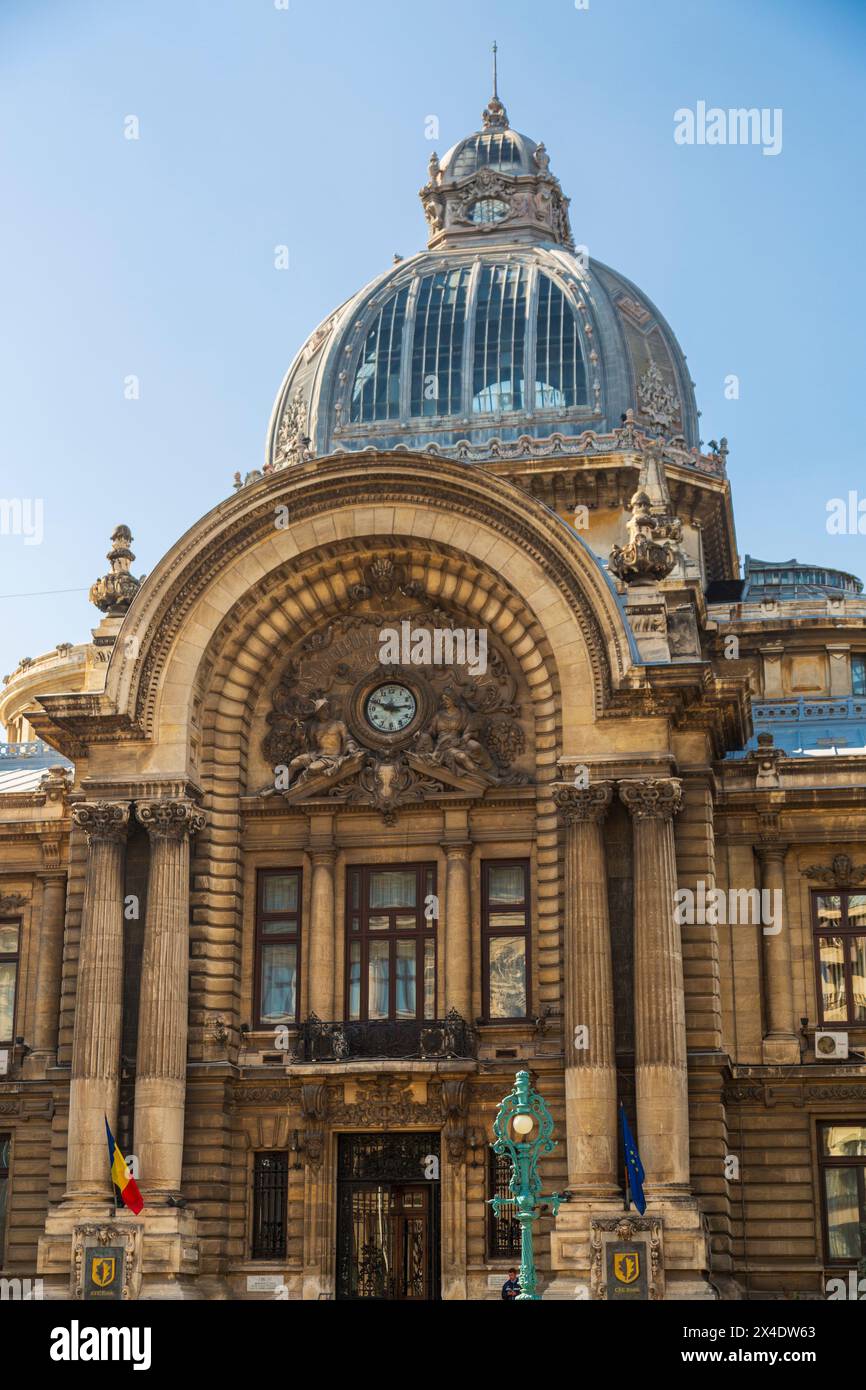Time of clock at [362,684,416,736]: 2:48
